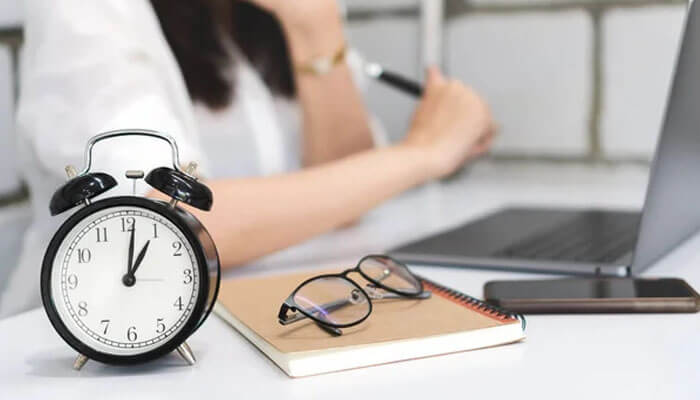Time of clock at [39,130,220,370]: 1:01
